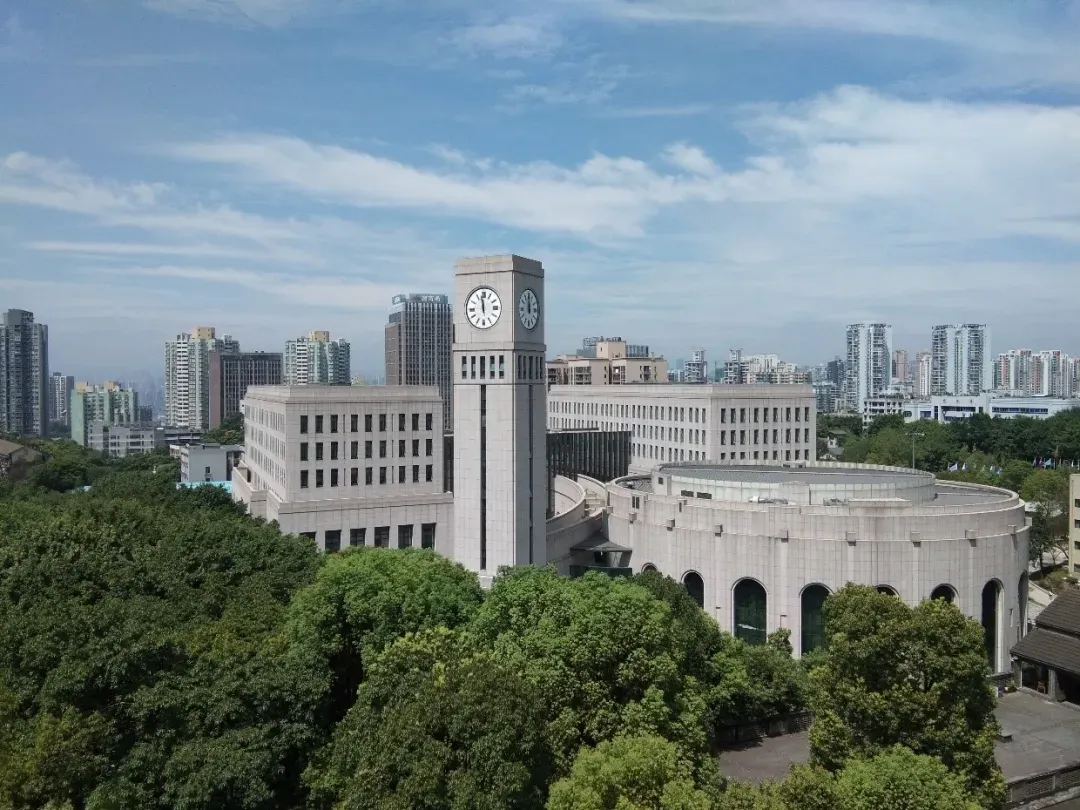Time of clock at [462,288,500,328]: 11:58
